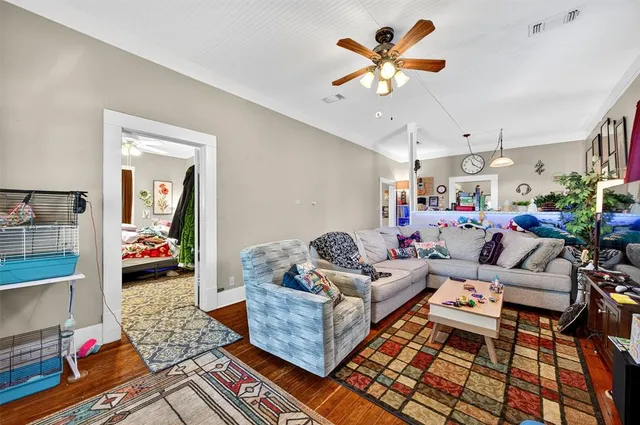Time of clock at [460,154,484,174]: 11:21
